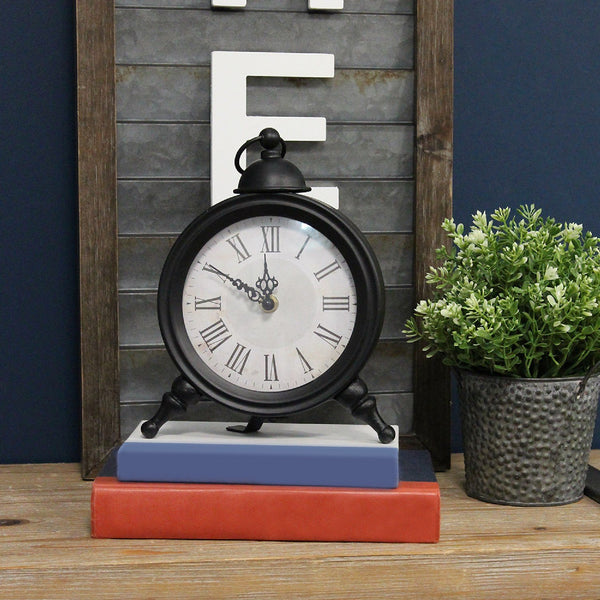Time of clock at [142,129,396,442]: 11:50
